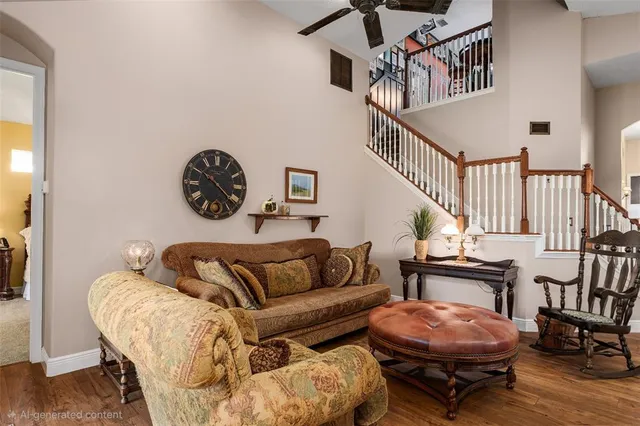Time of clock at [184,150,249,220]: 10:21
